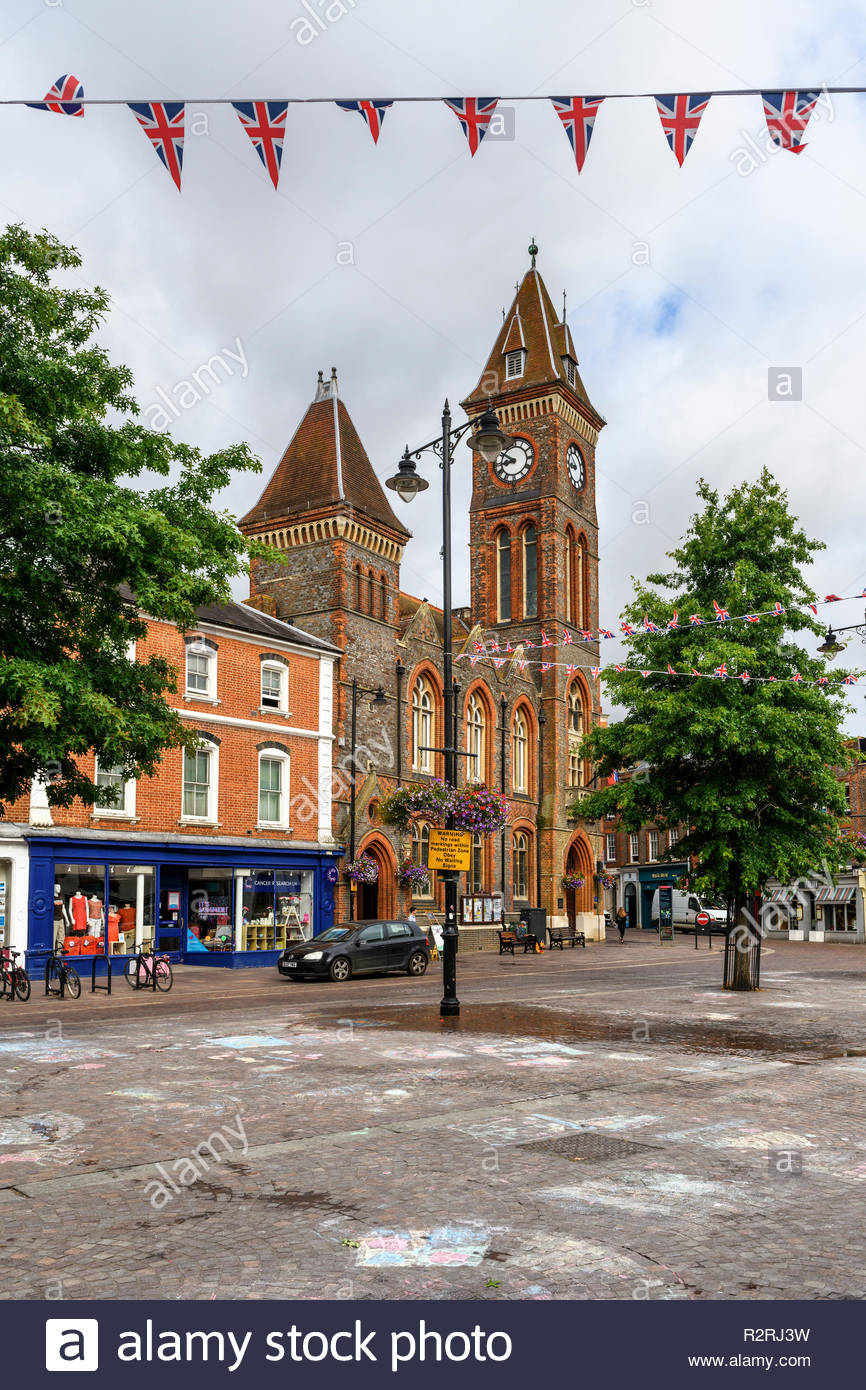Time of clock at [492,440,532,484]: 8:50
